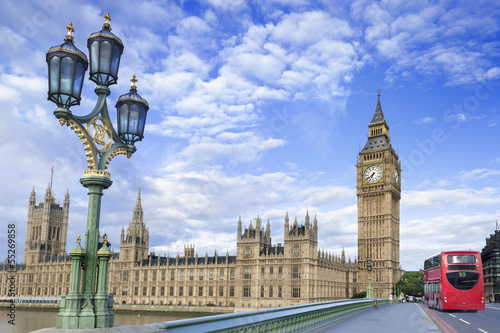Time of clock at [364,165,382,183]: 6:38
